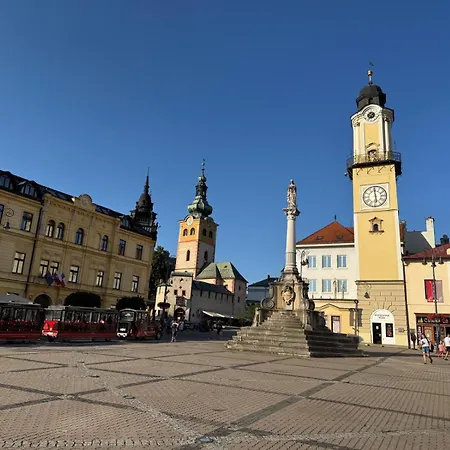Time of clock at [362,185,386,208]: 5:59
